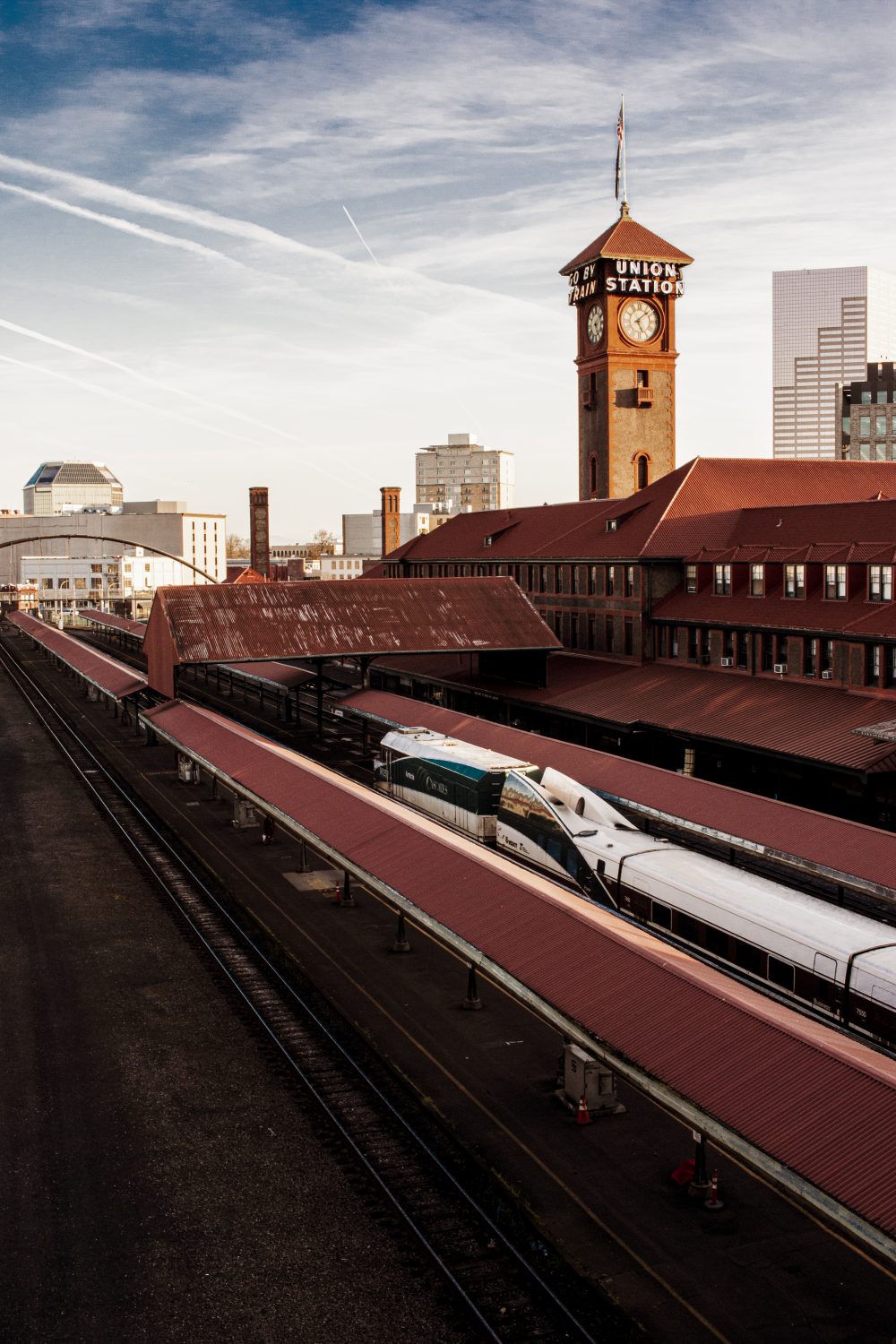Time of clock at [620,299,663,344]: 5:08
